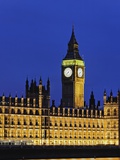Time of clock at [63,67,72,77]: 7:37
